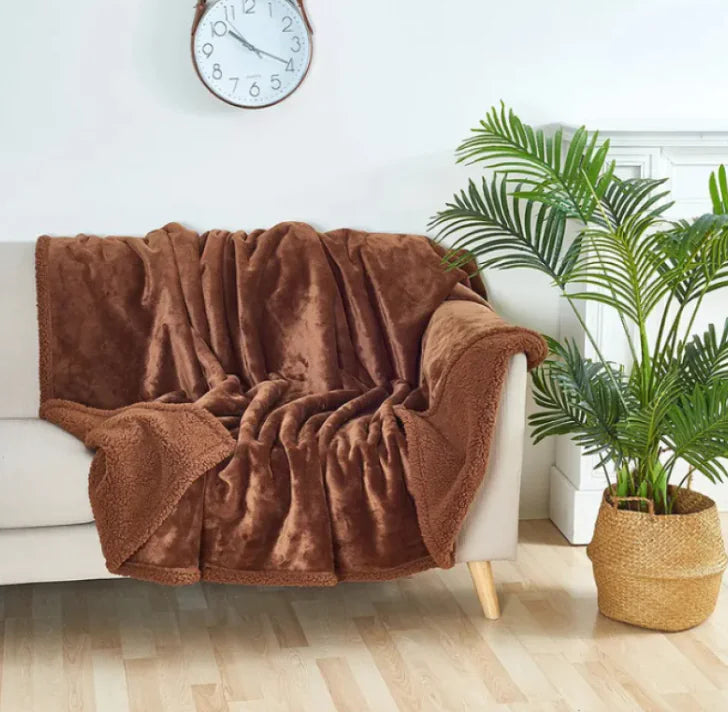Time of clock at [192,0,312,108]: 10:19
